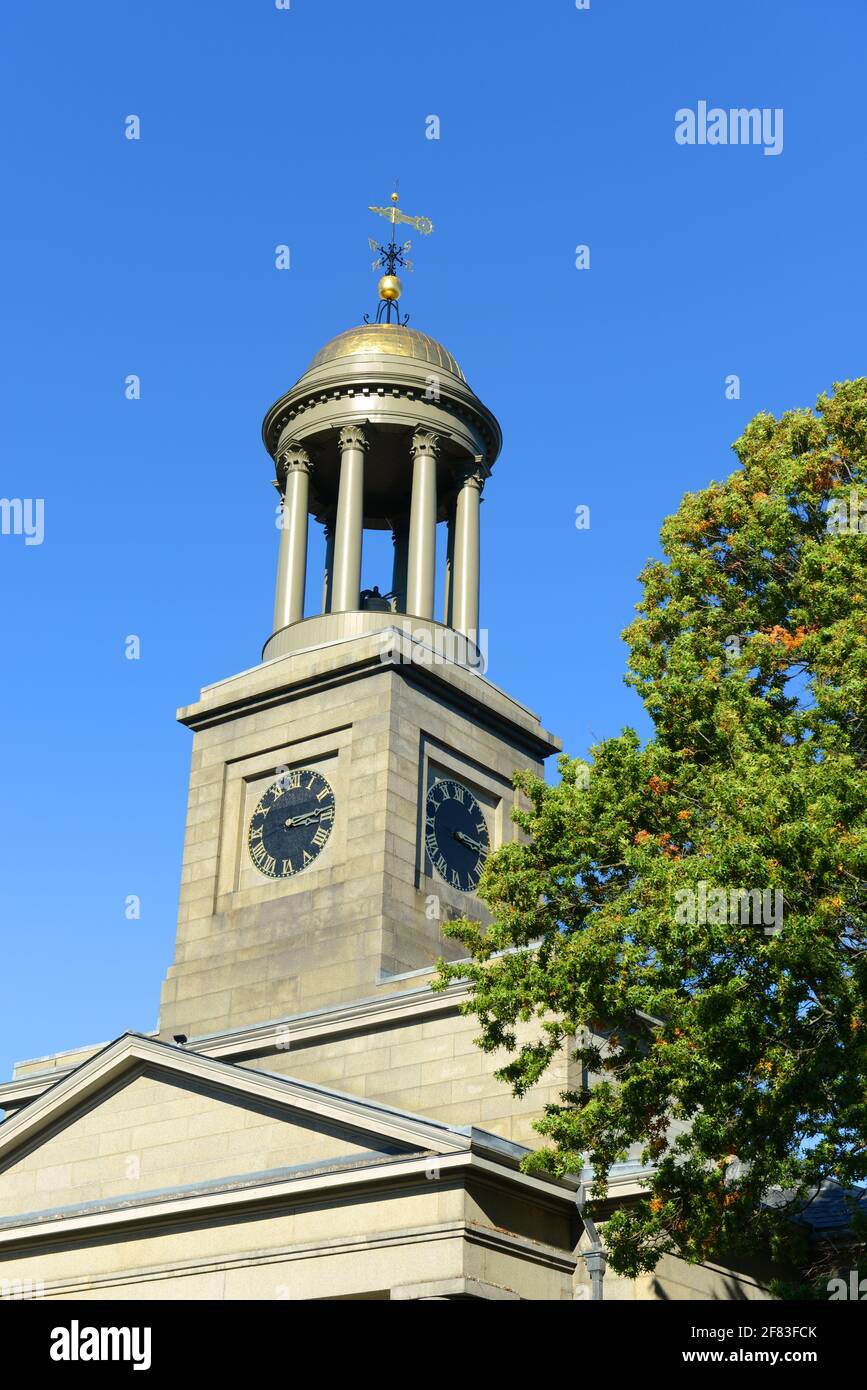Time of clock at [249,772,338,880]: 3:13
